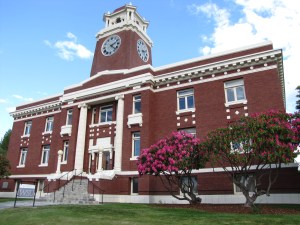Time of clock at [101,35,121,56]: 2:22
